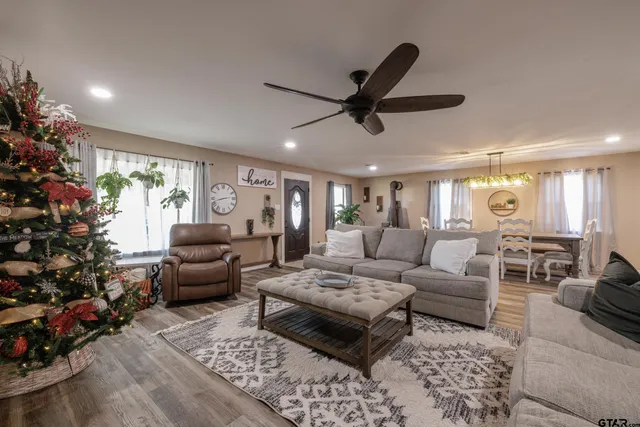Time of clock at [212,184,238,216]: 2:42
